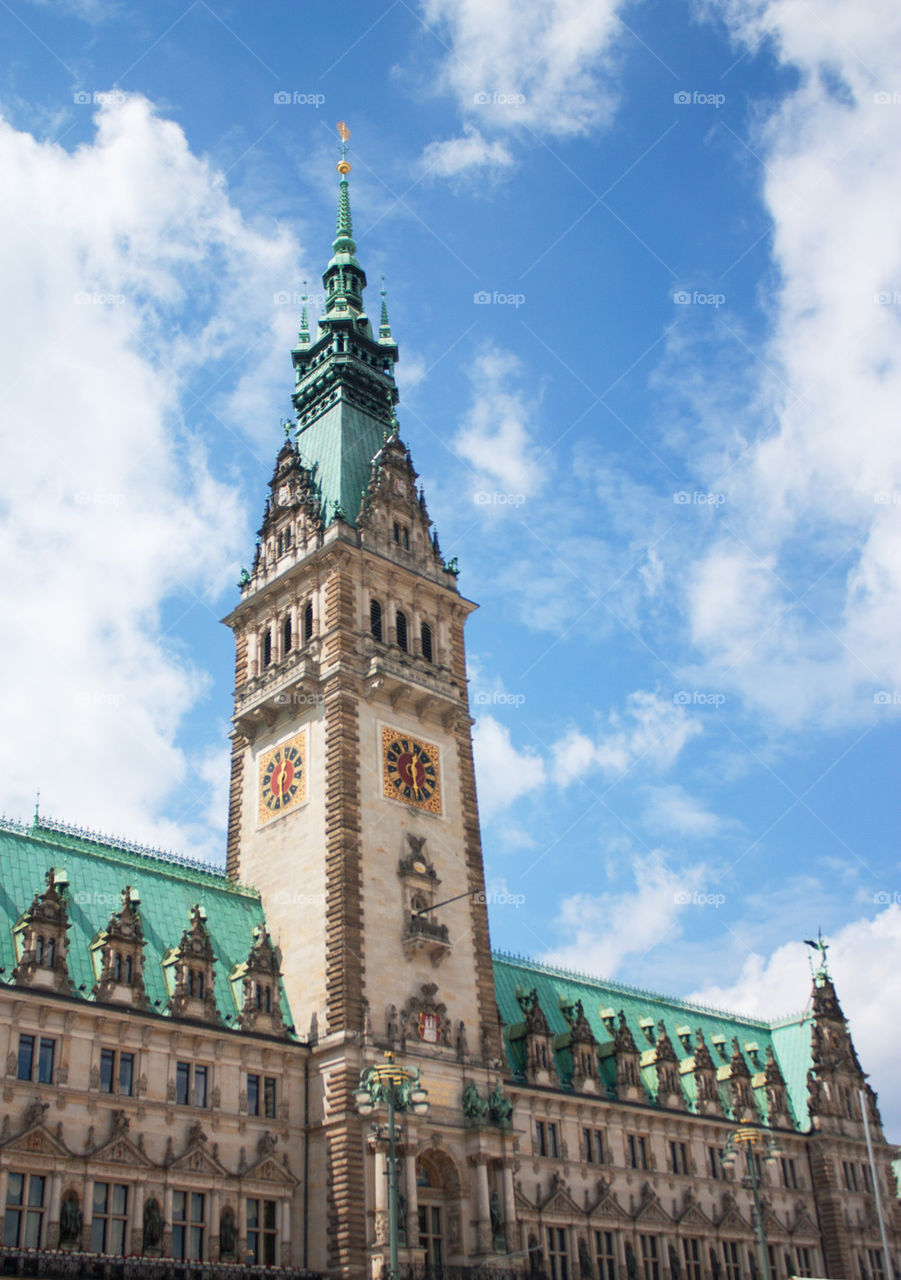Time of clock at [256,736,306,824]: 12:28
